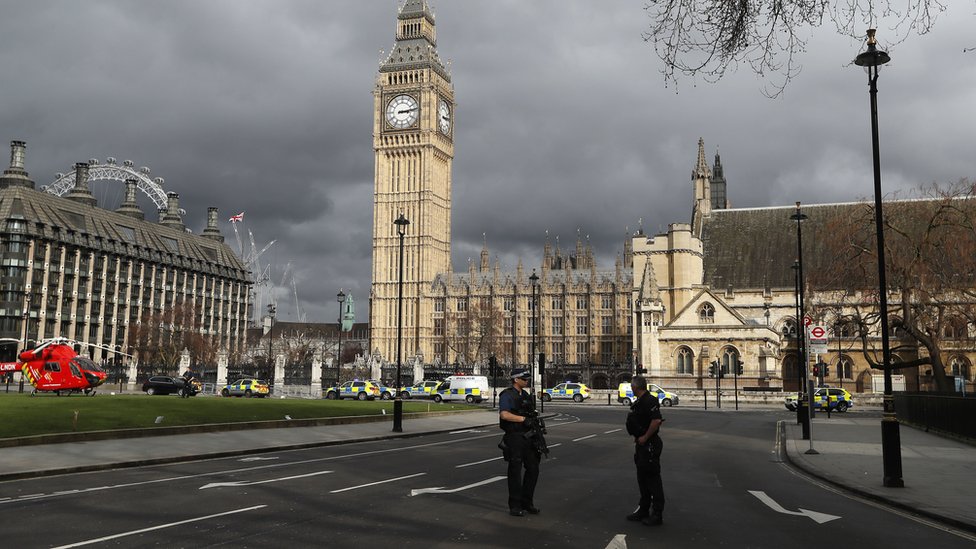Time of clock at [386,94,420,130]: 3:13
